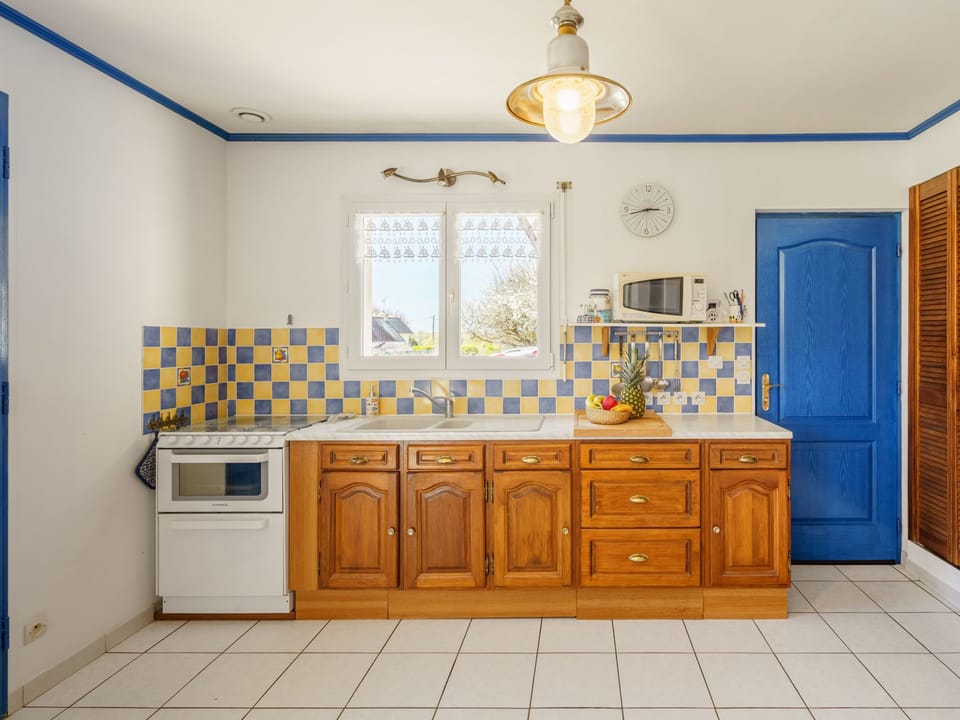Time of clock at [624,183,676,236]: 2:42
